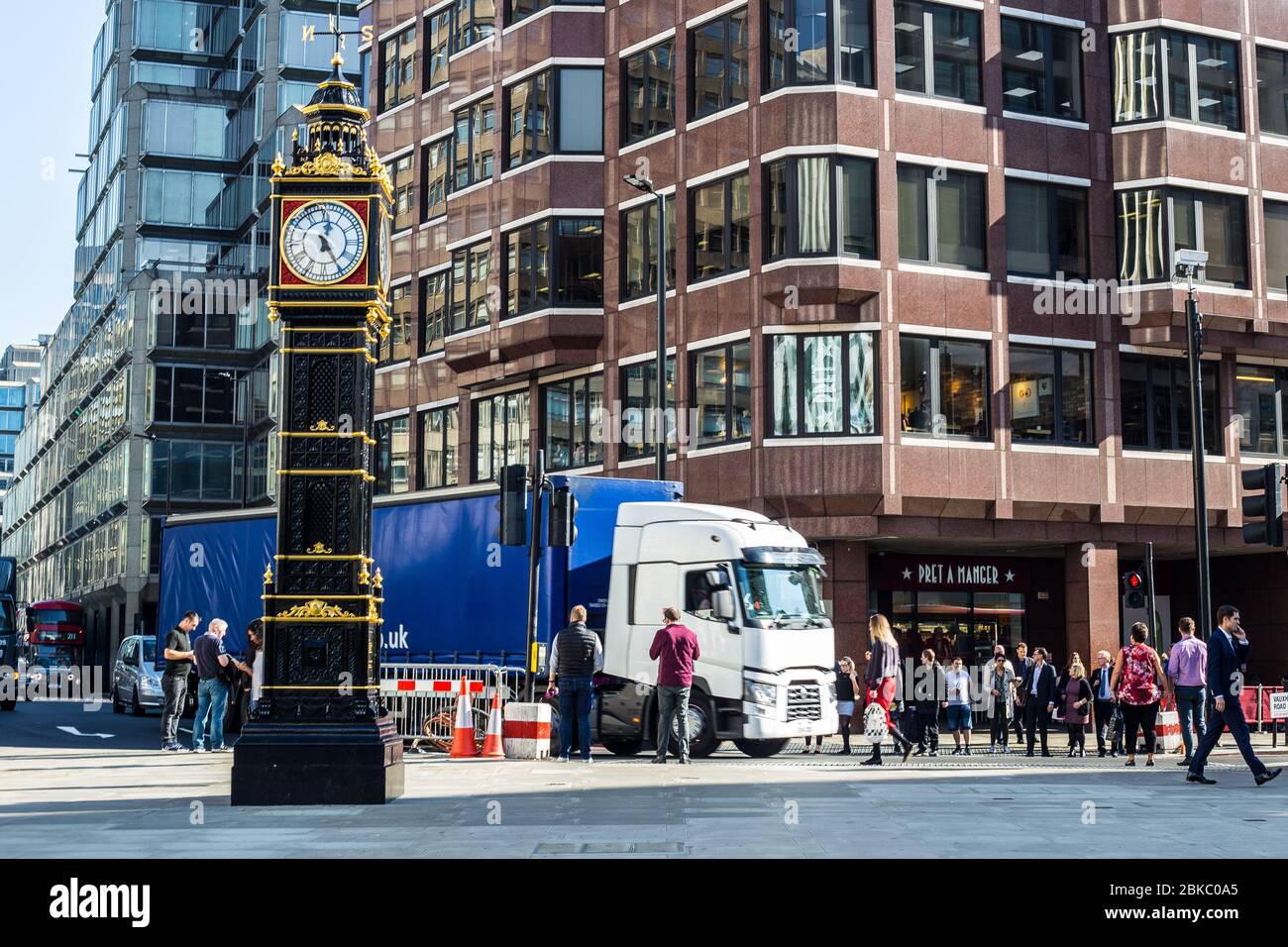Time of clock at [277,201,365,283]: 12:24
